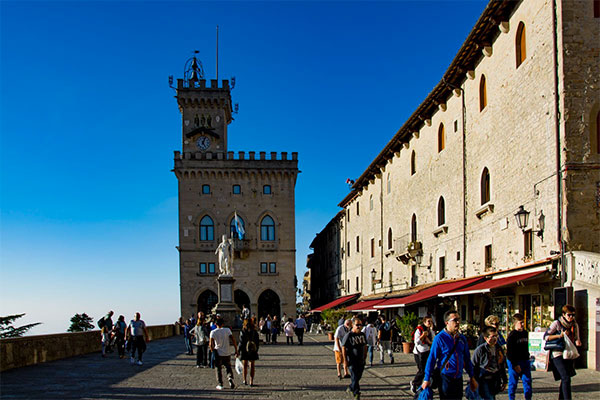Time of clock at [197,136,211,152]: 5:03
